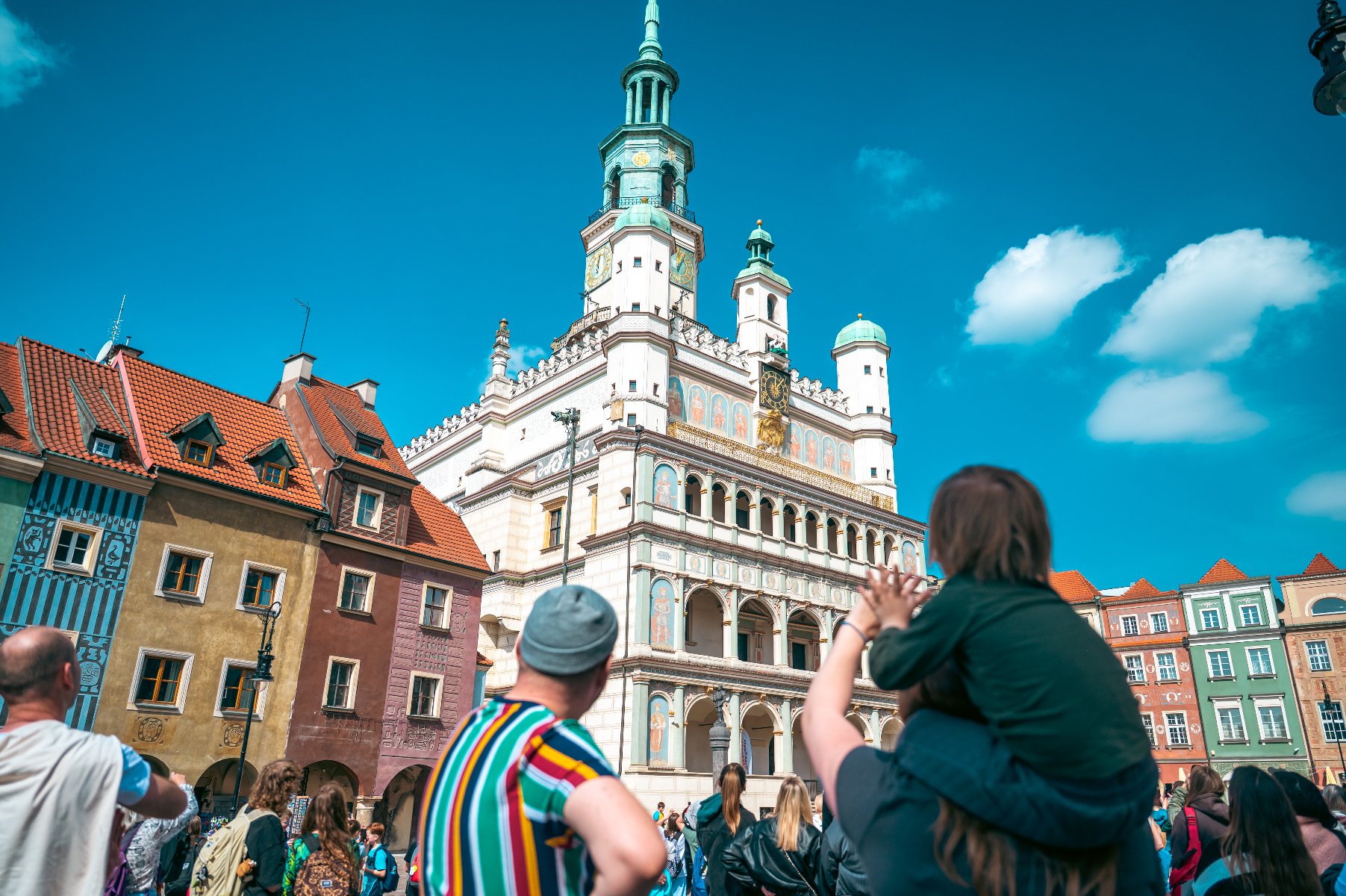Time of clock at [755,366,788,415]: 12:07
